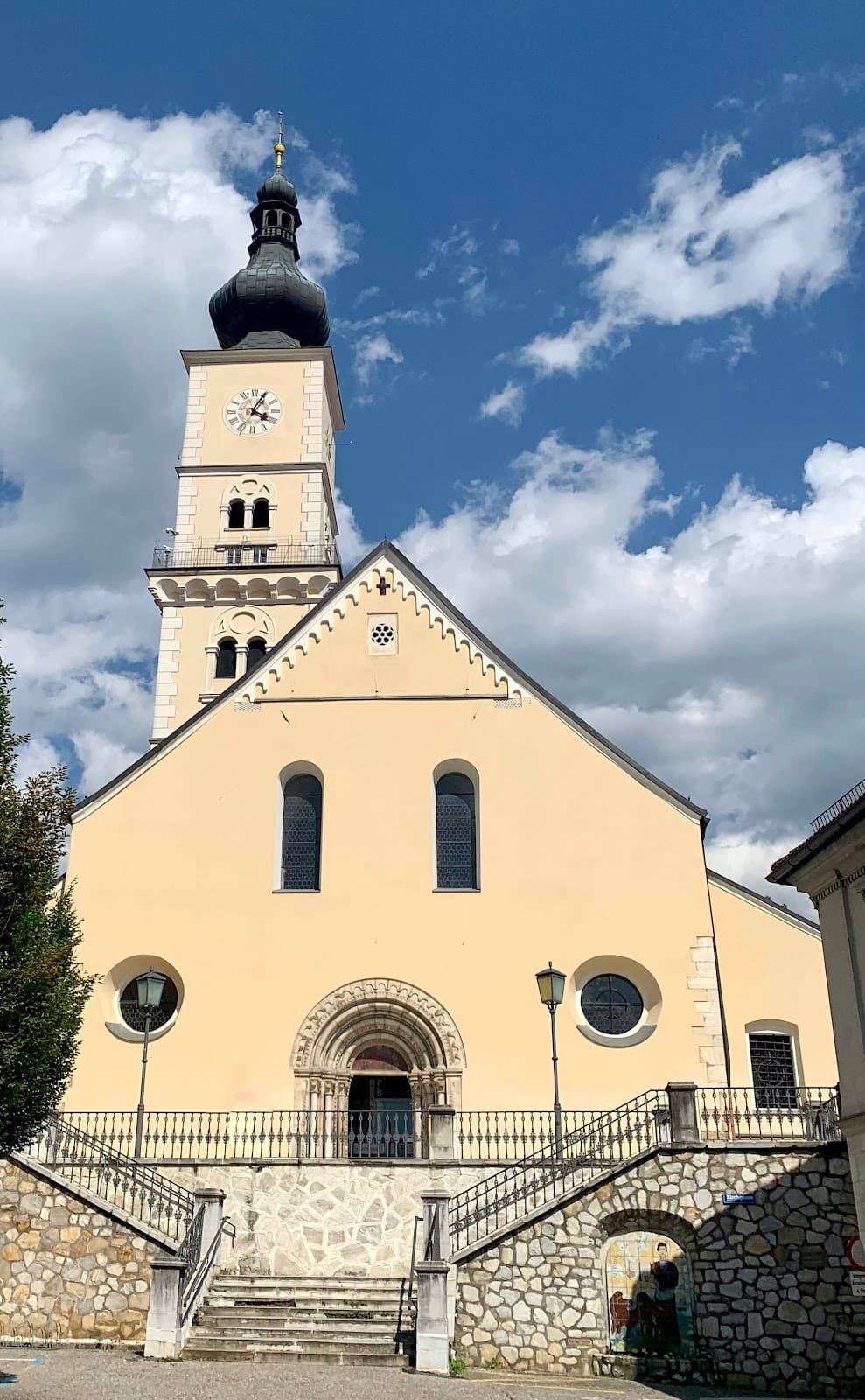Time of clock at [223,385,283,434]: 4:04
